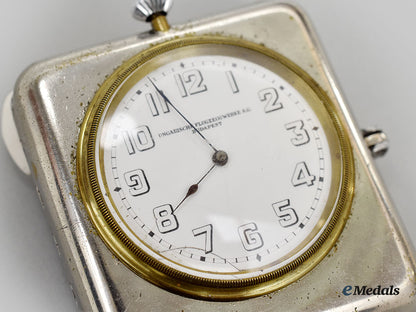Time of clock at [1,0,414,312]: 7:56
